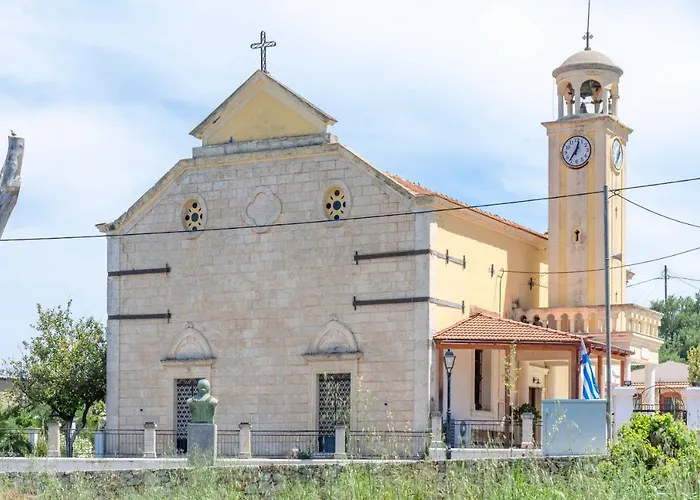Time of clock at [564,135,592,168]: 12:36
